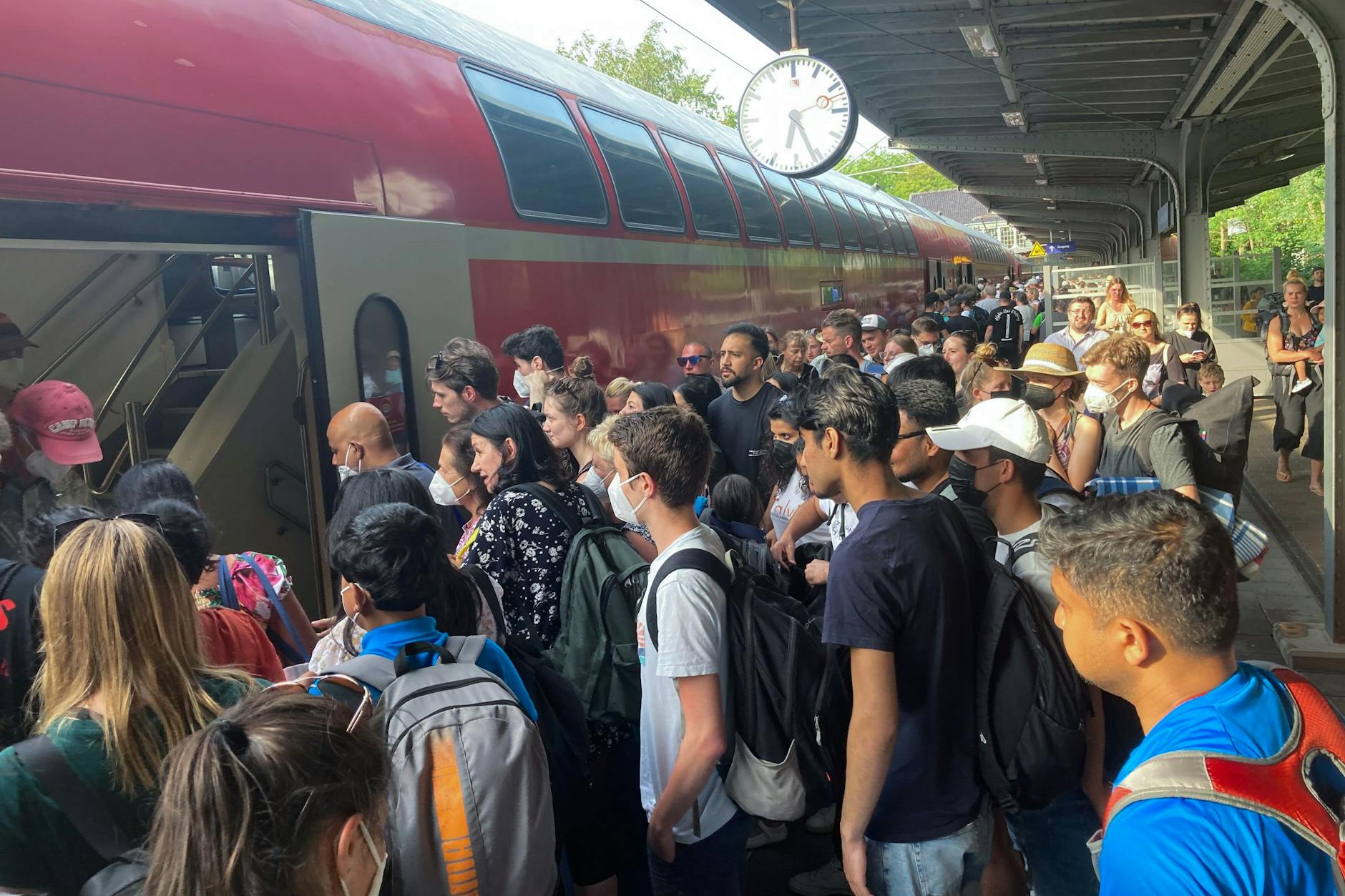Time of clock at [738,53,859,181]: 6:26
